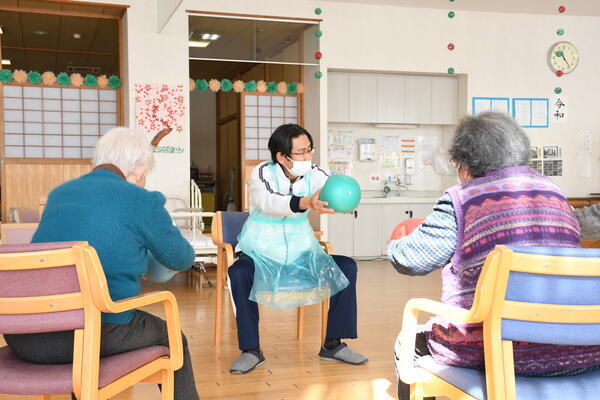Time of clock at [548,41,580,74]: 9:23
